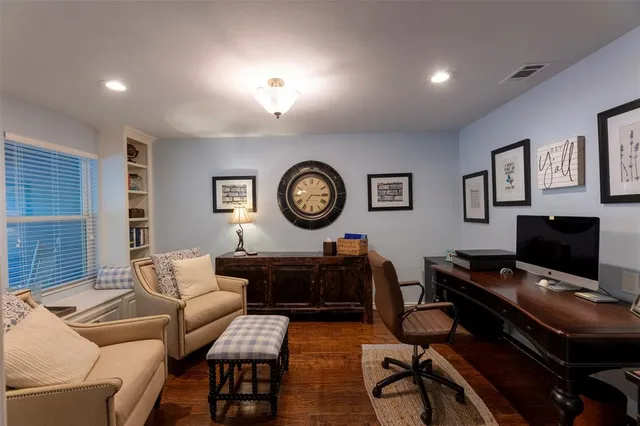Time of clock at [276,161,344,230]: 7:15
